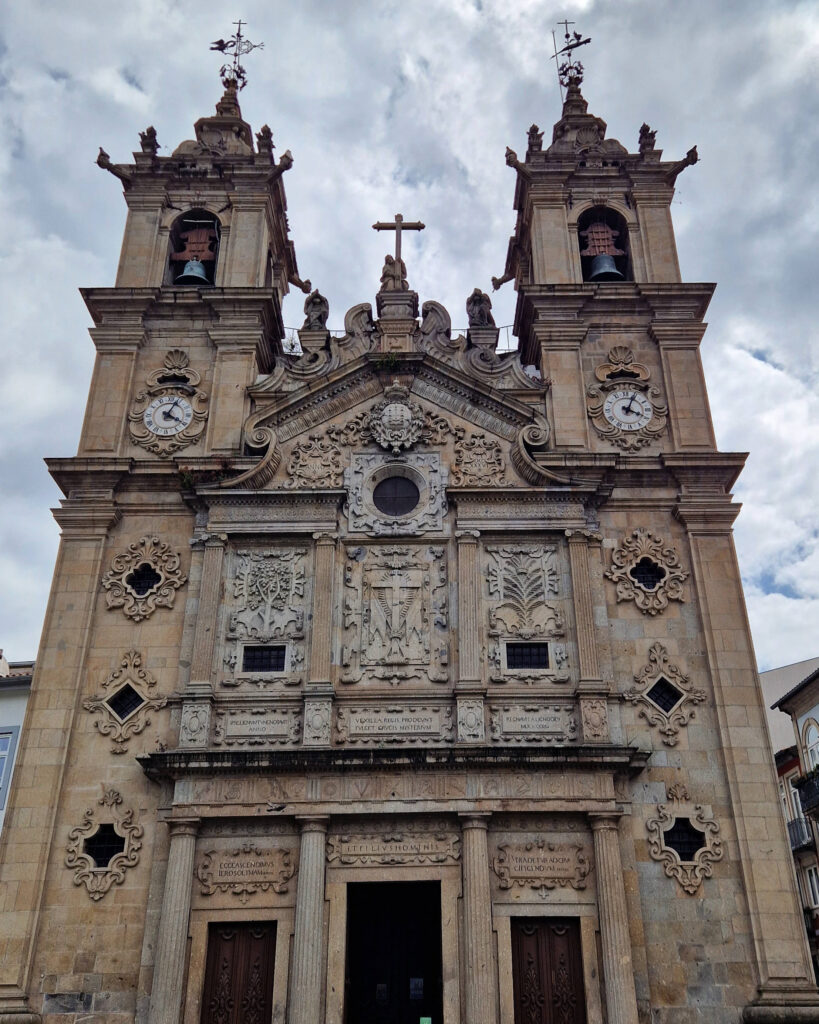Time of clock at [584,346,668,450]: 4:04
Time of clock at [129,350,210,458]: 4:04
